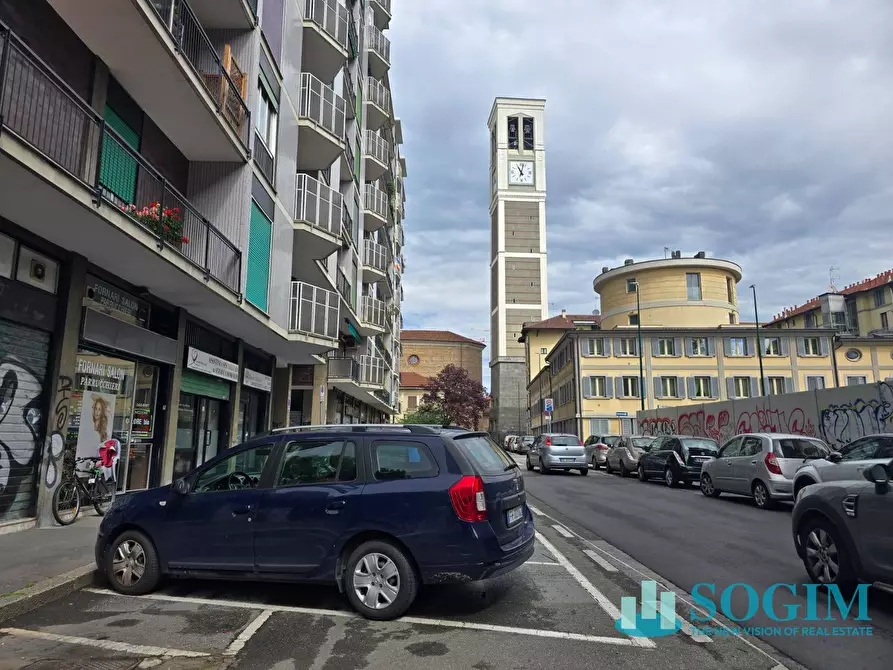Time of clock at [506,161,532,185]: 11:02
